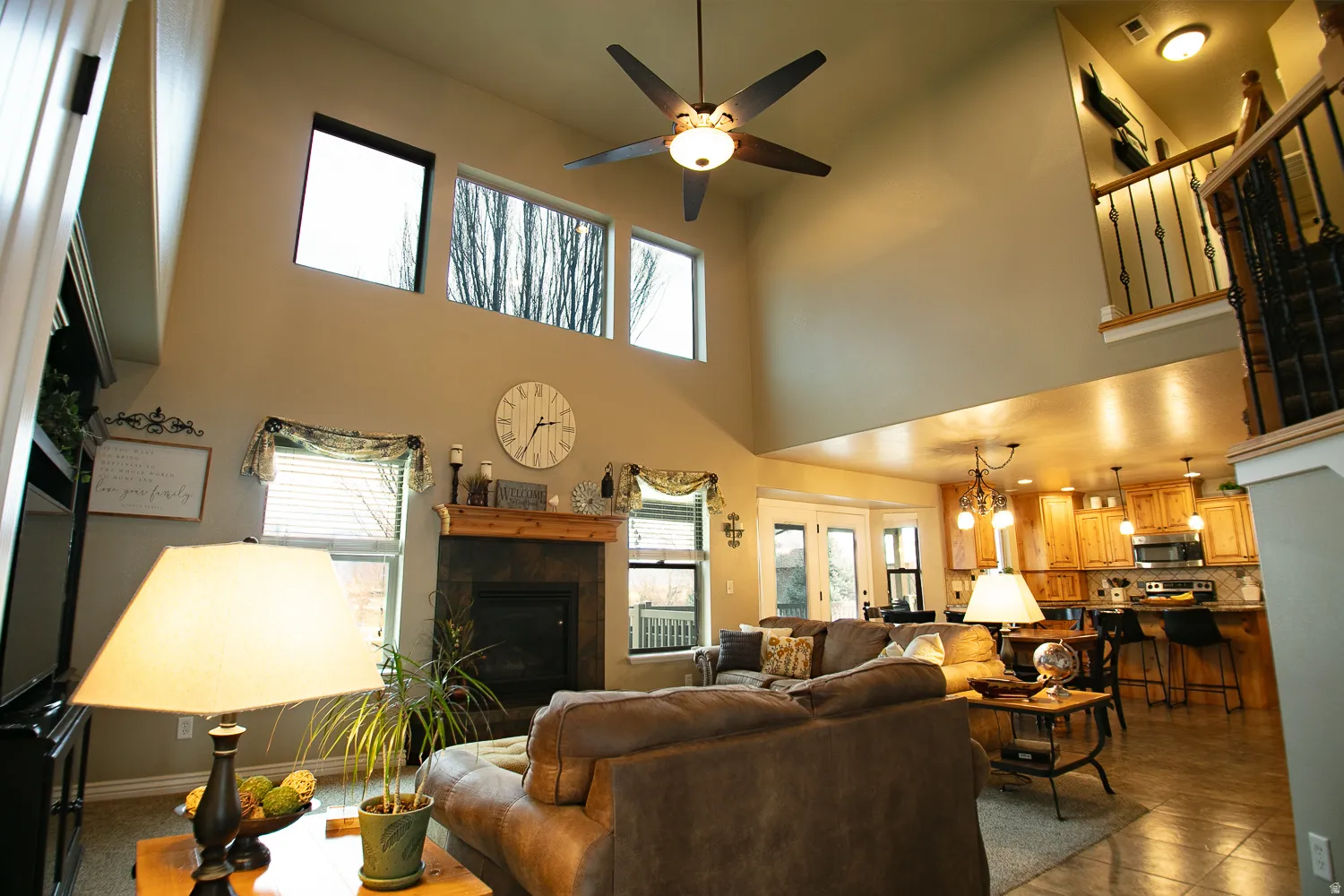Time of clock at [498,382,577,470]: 2:34
